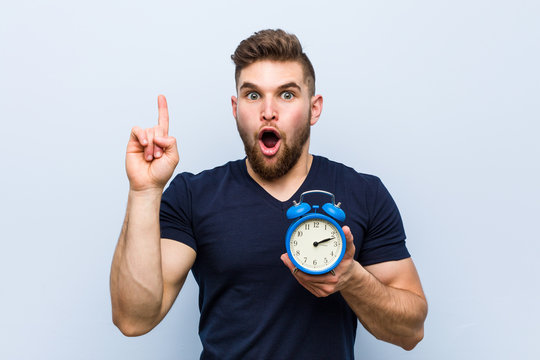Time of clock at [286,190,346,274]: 2:11
